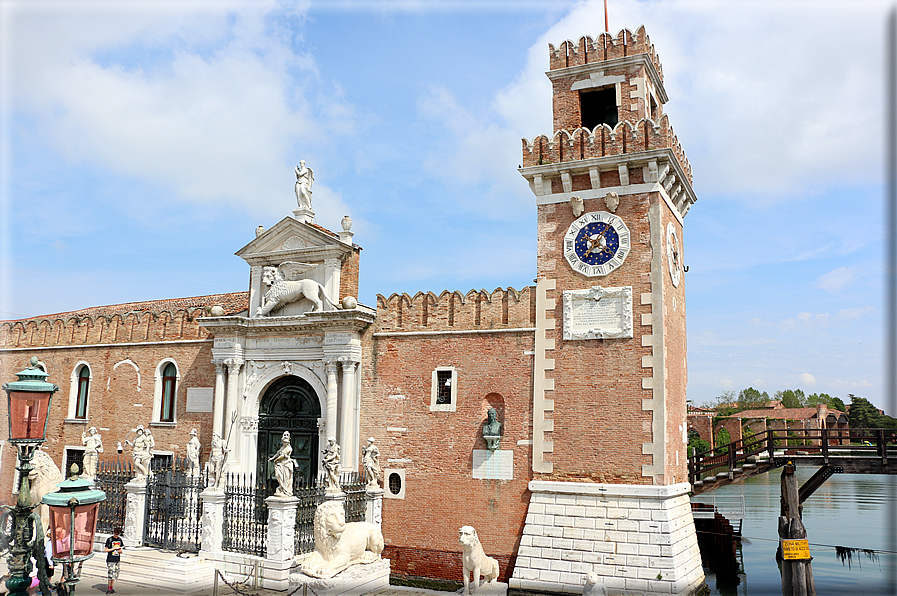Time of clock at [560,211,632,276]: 7:06
